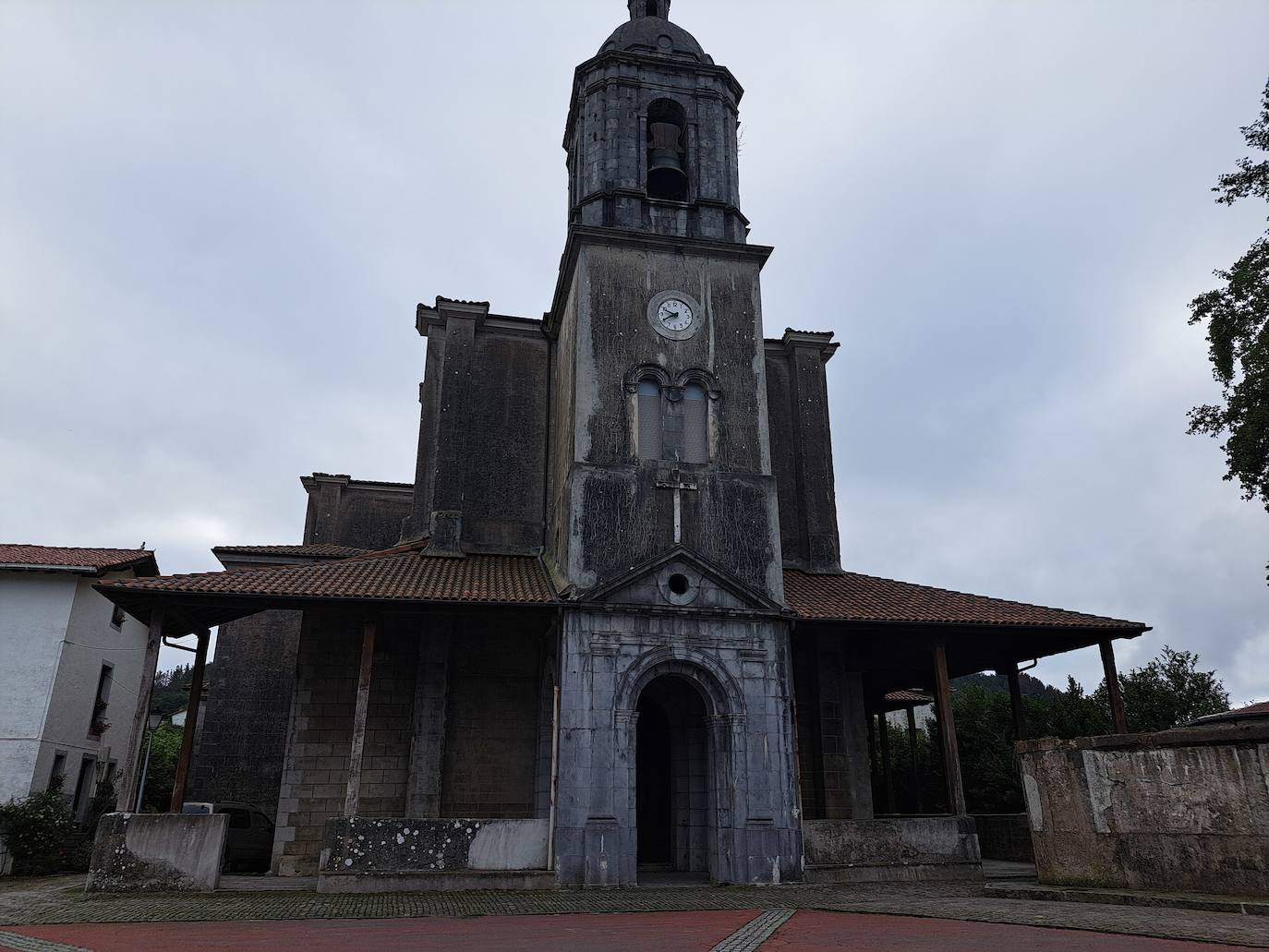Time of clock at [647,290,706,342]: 9:40
